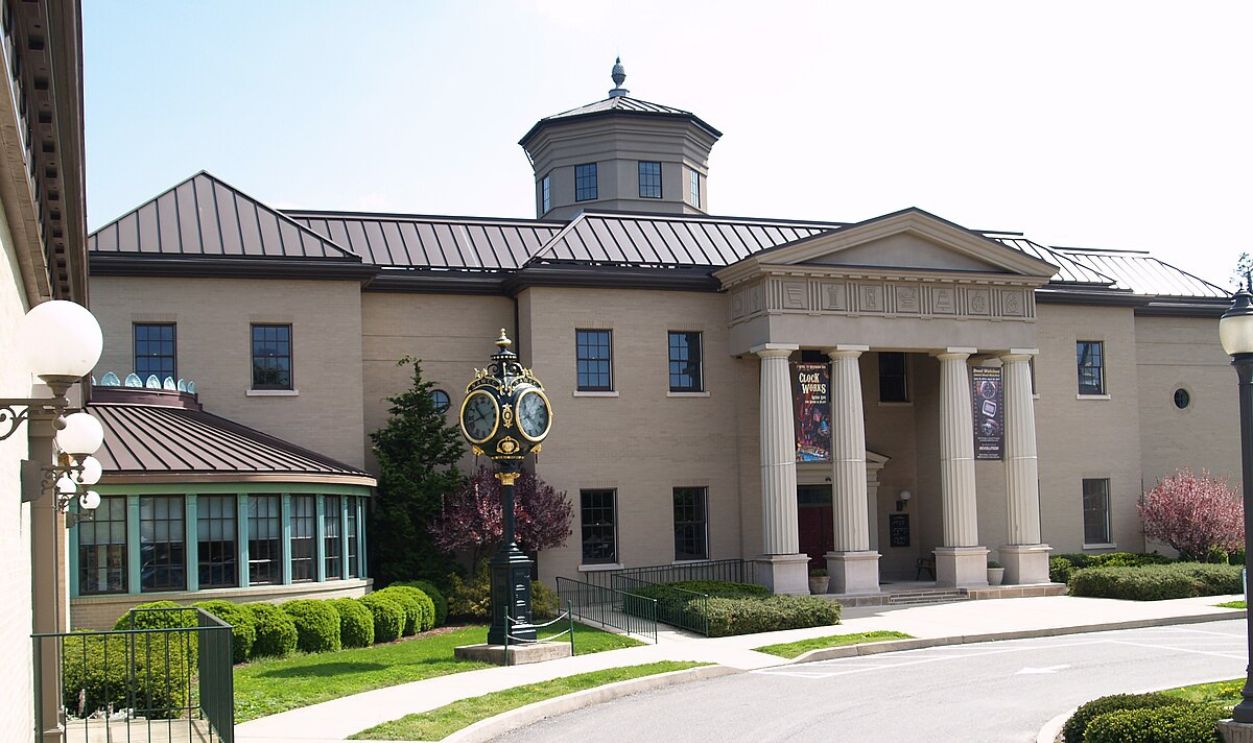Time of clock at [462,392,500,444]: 10:41
